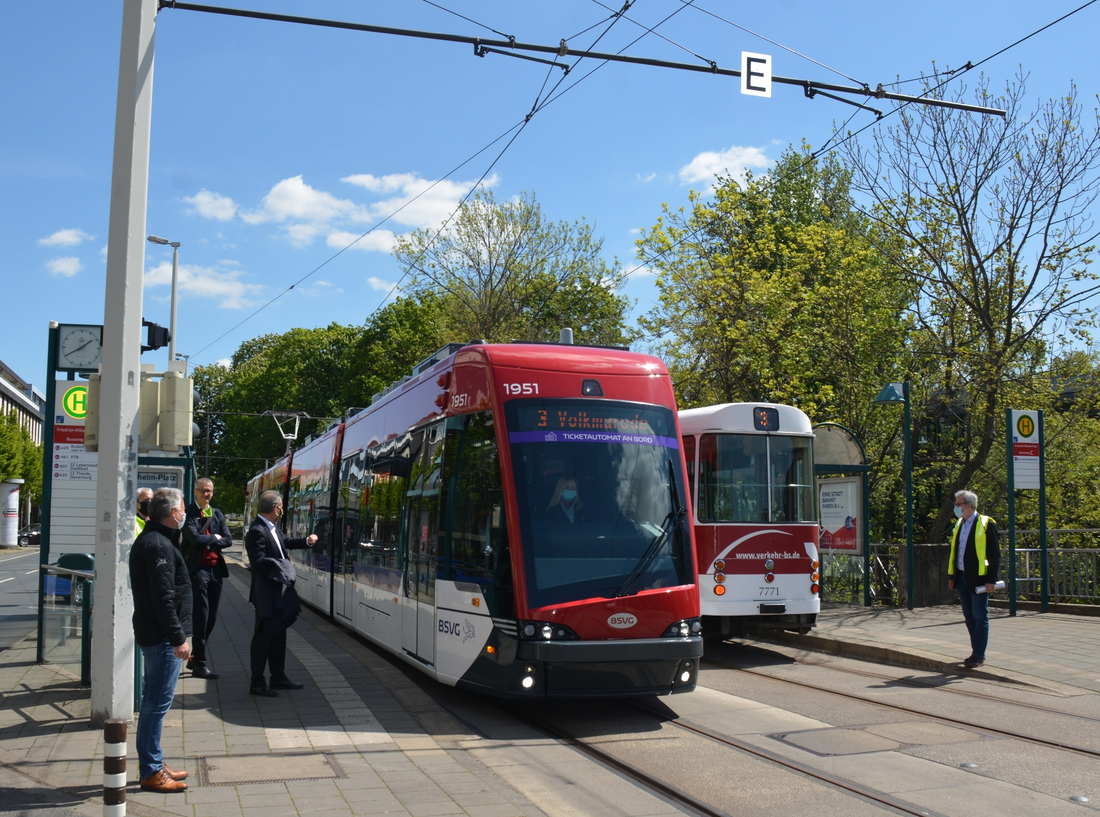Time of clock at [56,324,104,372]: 1:40
